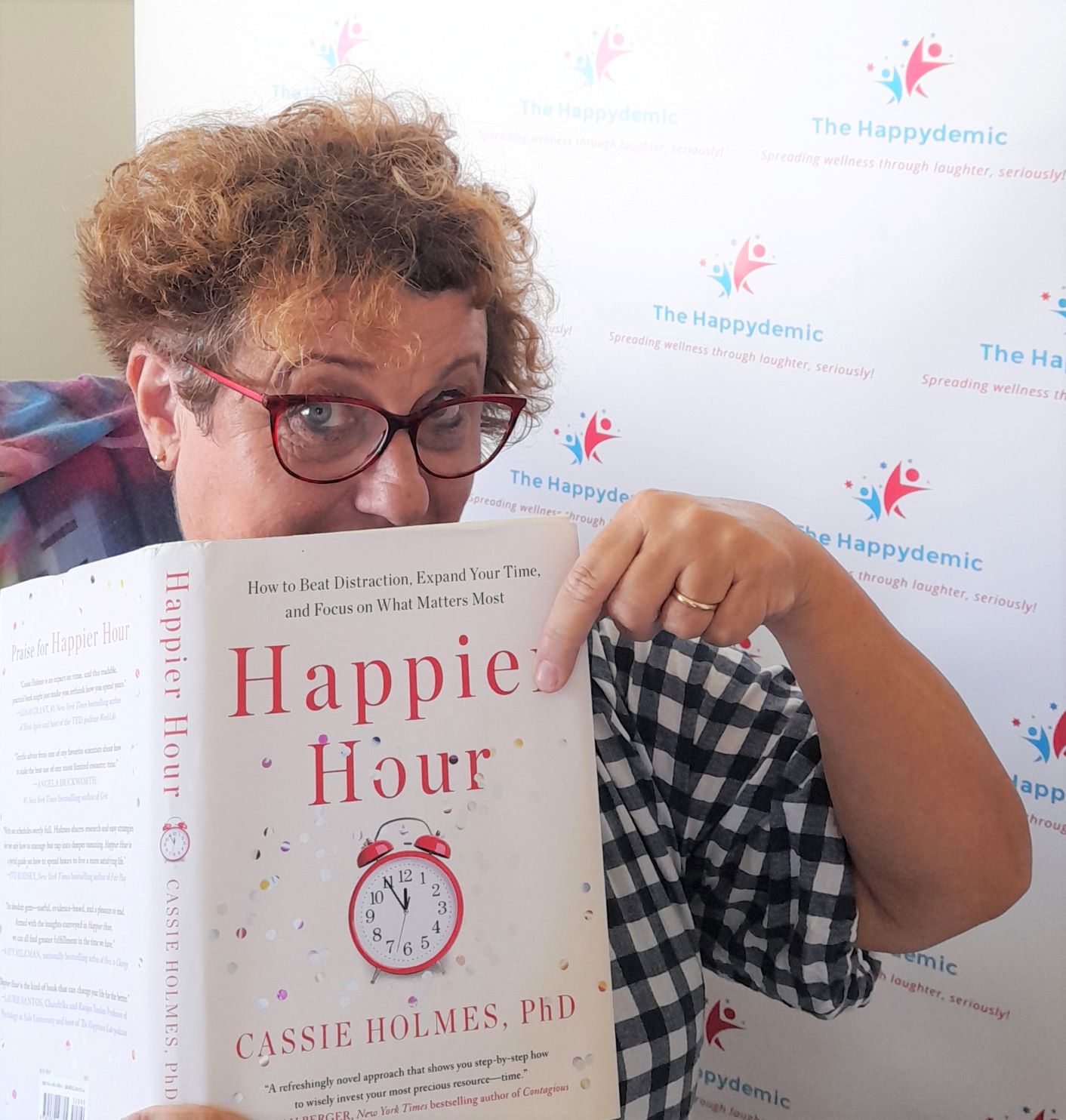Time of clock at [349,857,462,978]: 11:54
